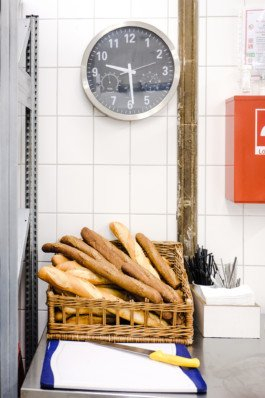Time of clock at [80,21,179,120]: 9:29
